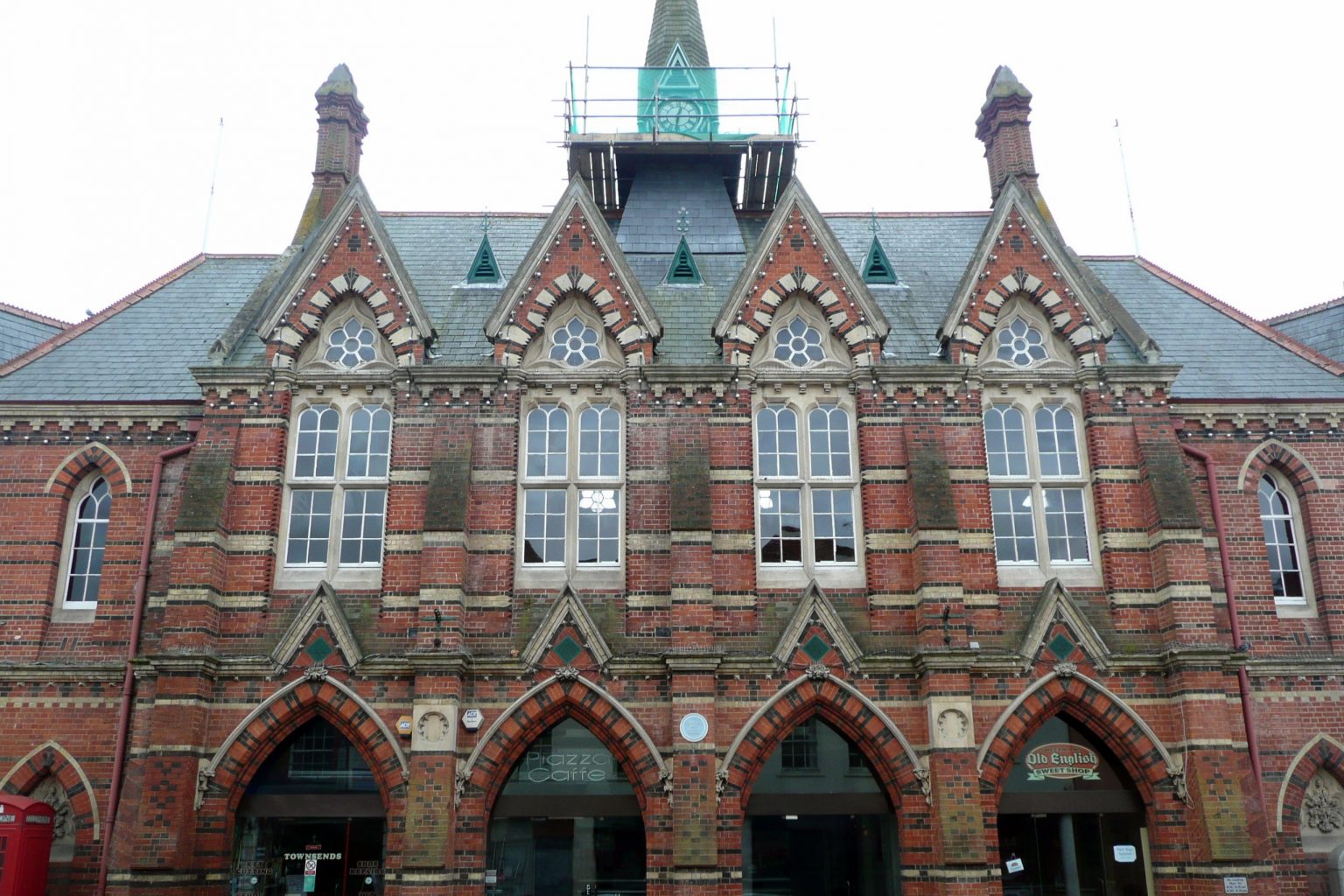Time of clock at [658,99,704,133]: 12:31
